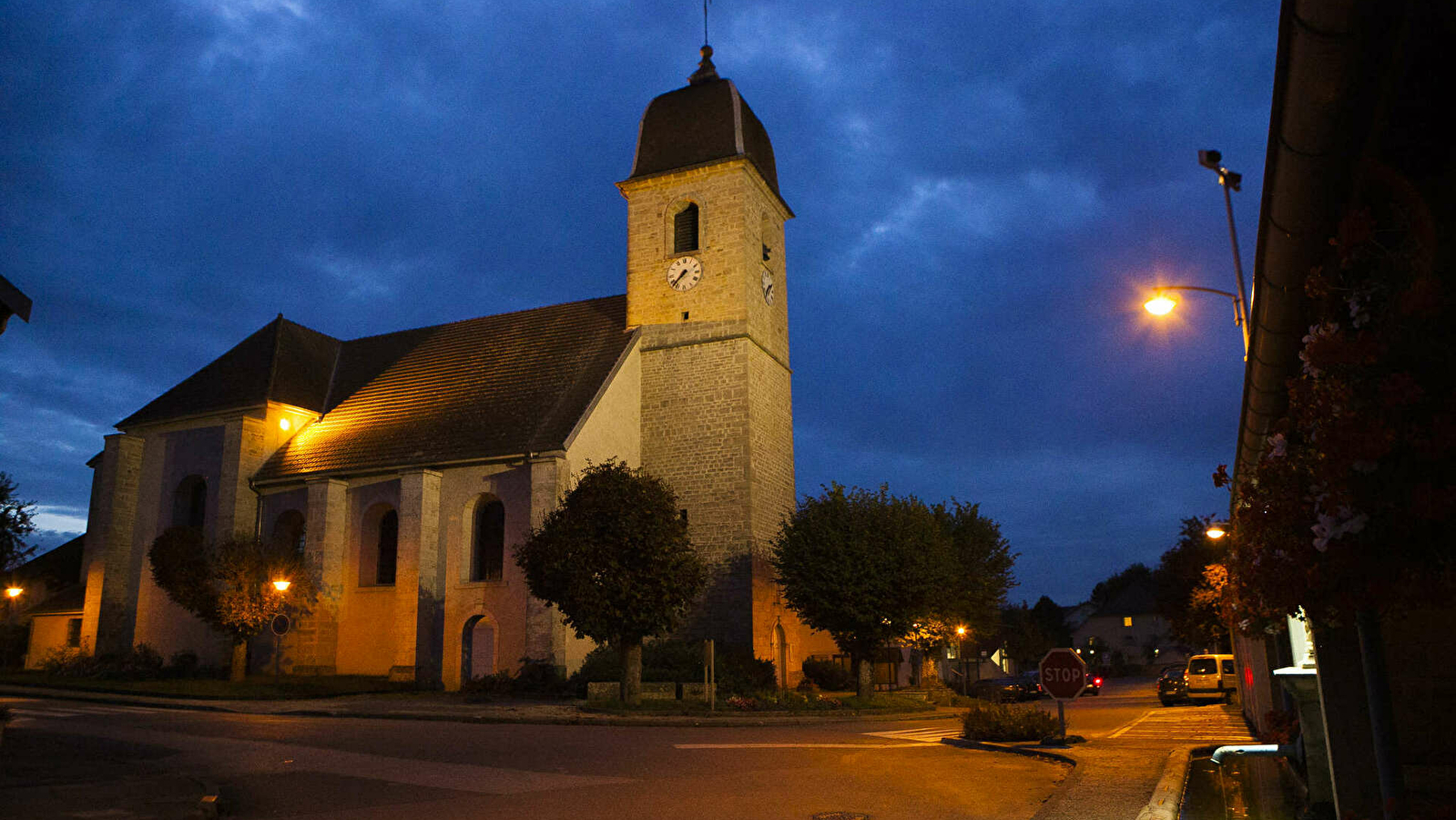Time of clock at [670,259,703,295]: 7:37
